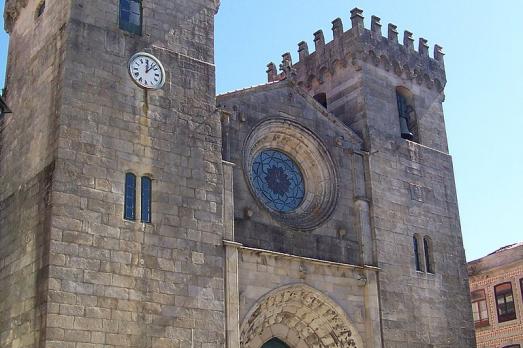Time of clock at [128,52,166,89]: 12:07
